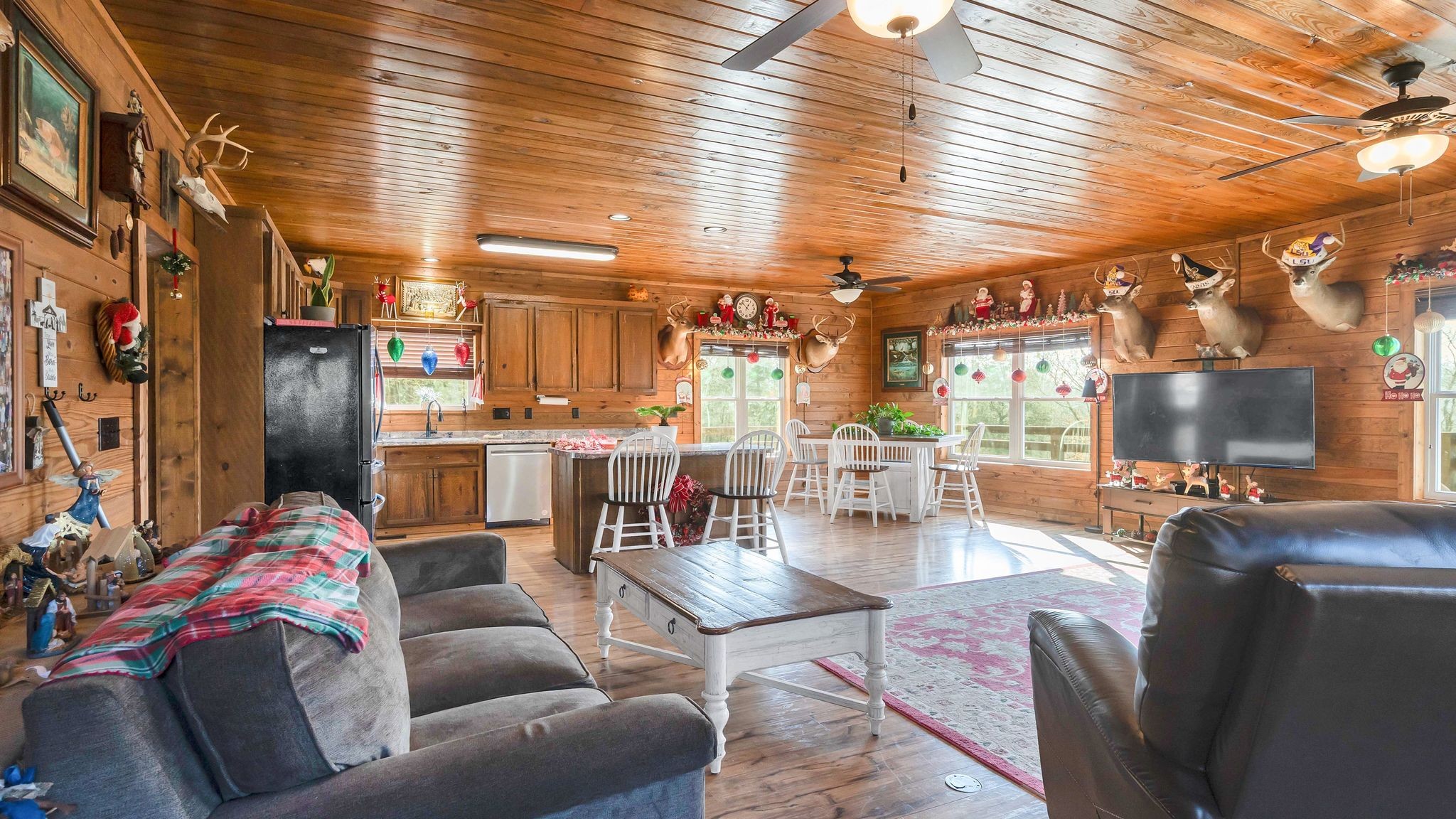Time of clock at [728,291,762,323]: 12:52
